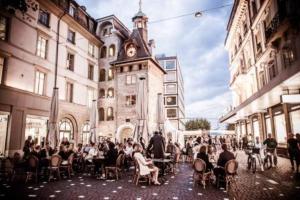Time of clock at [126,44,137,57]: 8:27
